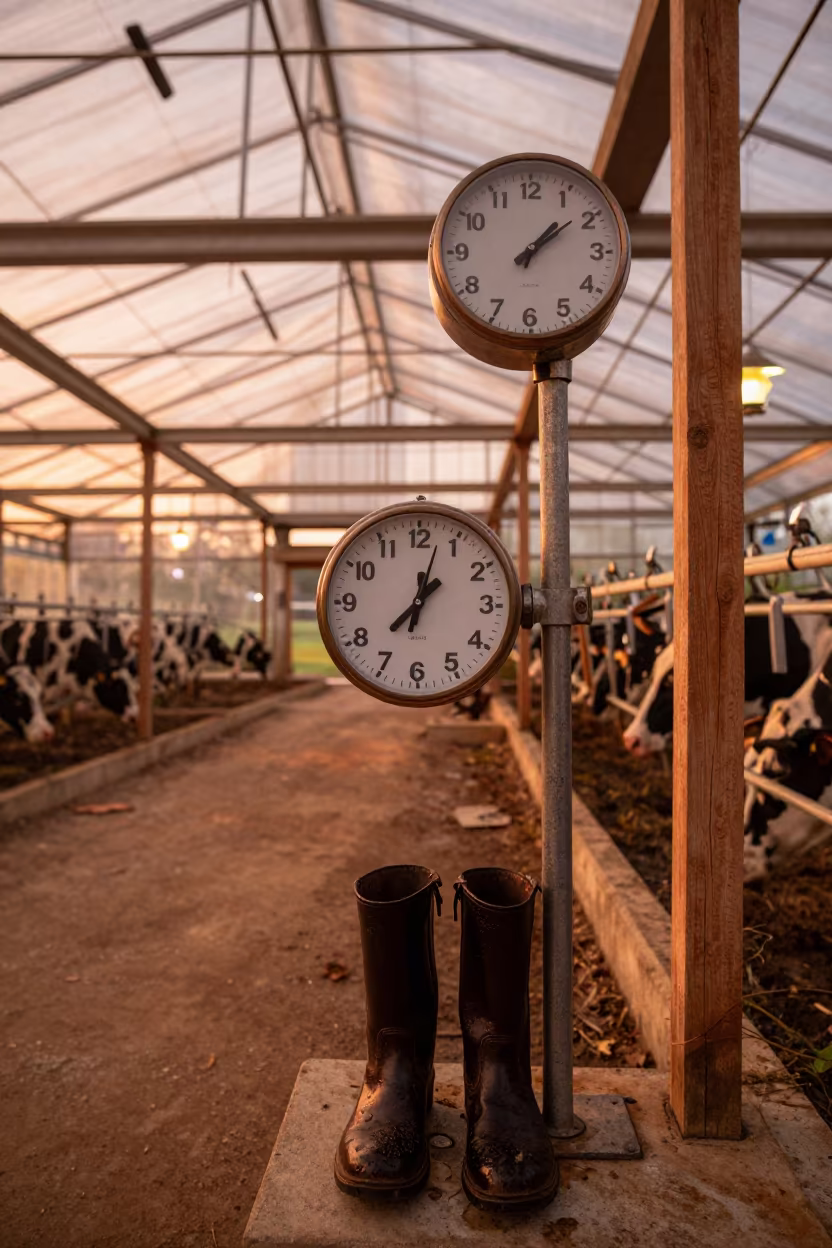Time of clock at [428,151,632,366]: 1:08
